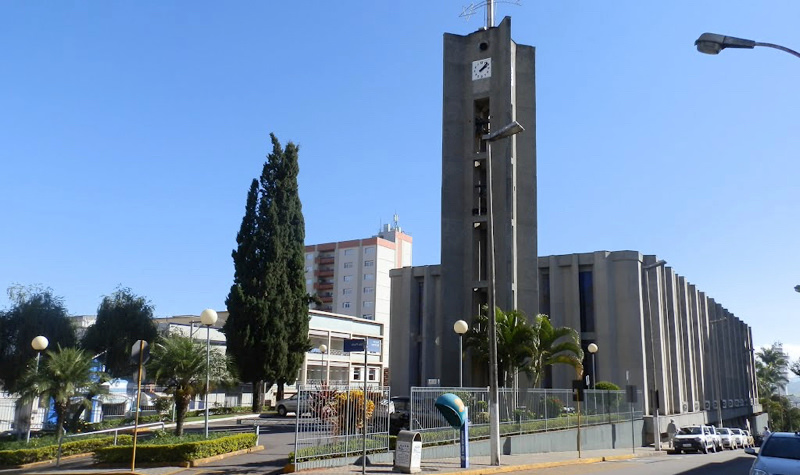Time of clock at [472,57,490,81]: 2:07
